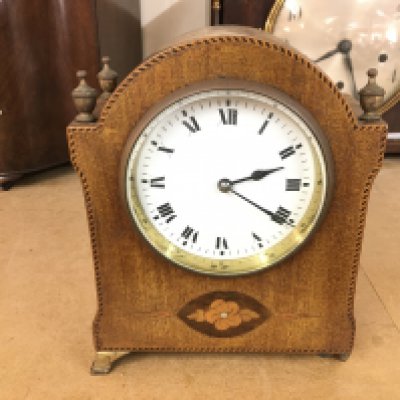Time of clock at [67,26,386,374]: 2:20
